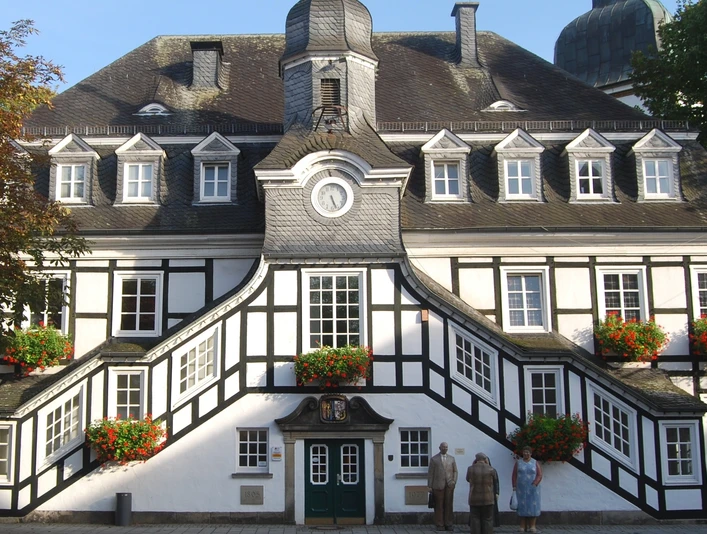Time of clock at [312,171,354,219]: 5:26
